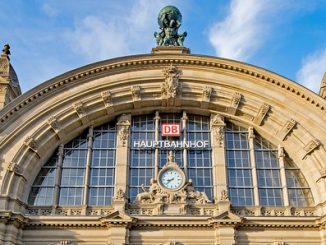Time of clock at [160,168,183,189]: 8:38
